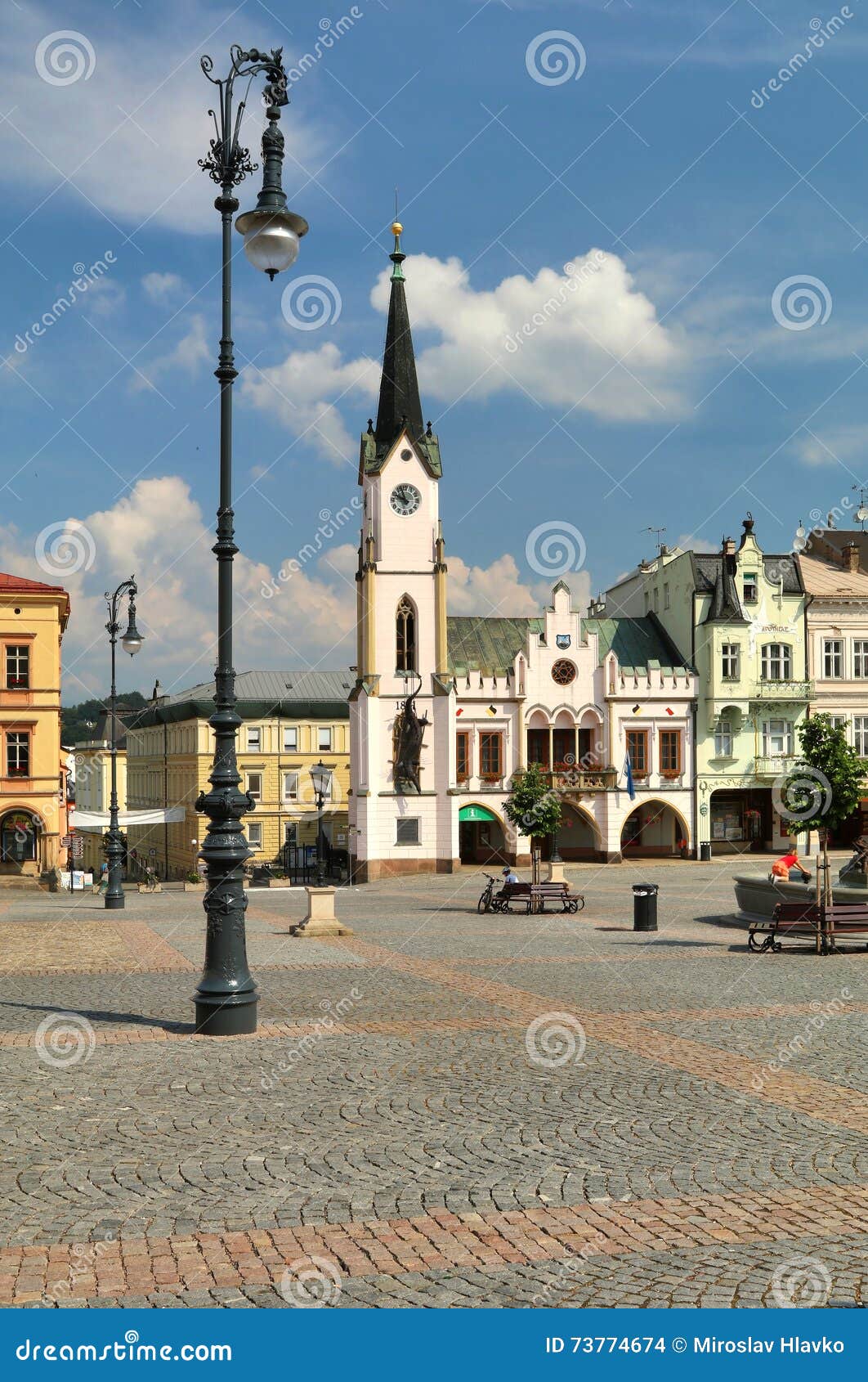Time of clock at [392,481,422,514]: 9:56
